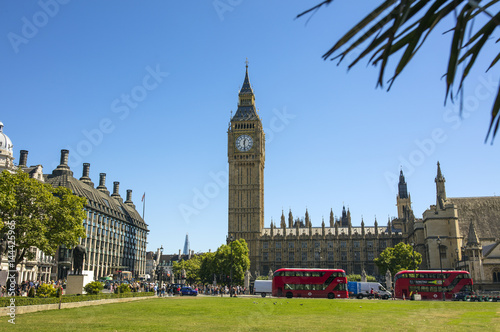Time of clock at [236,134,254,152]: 12:28
